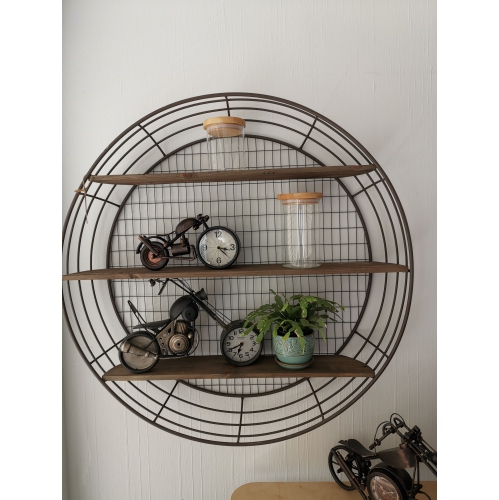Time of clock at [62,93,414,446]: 7:15
